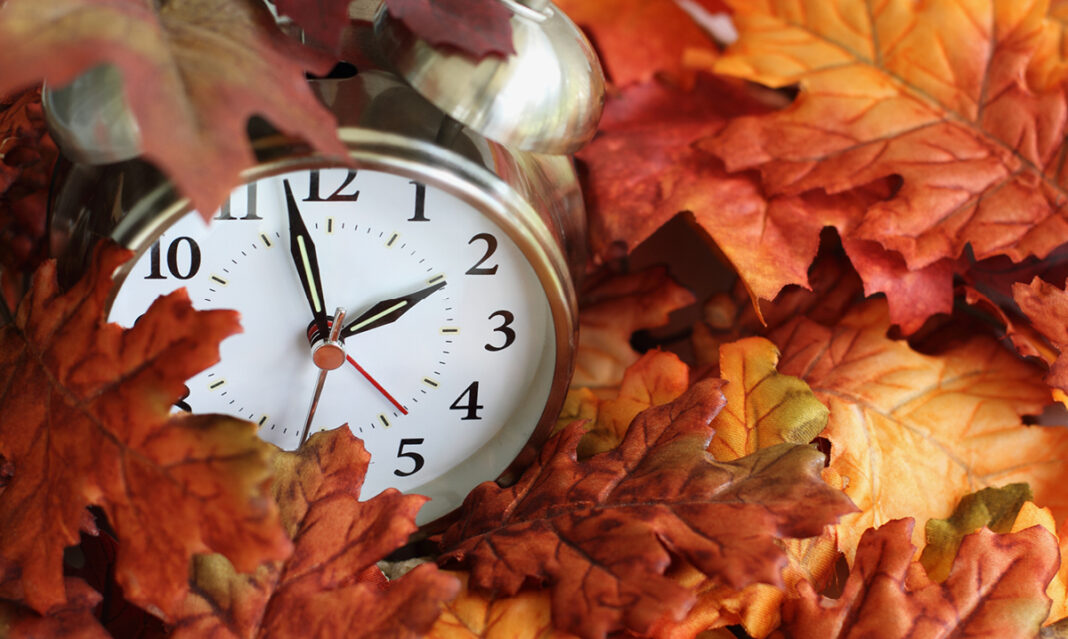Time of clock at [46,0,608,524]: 1:57
